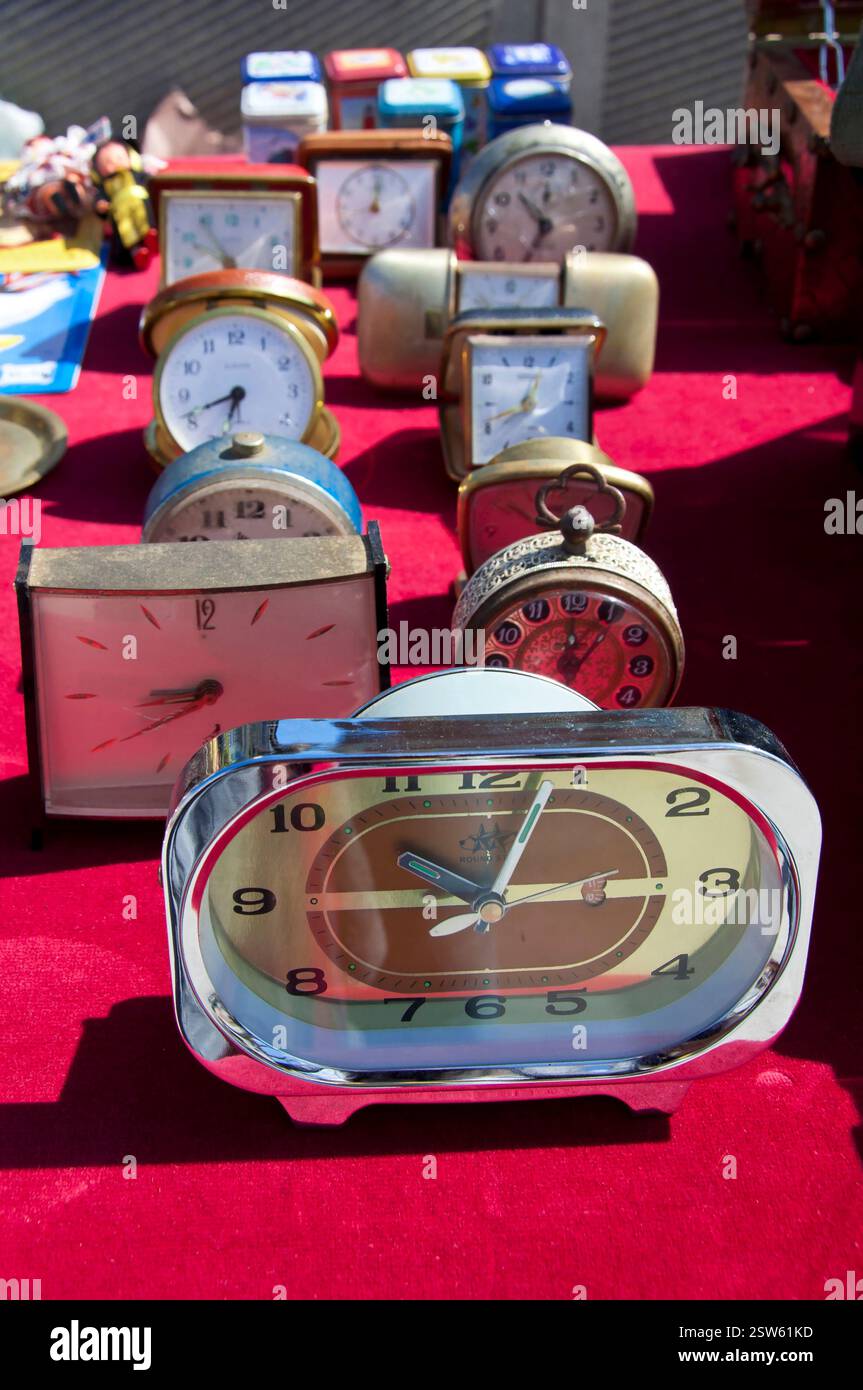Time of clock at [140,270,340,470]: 6:41
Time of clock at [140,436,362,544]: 6:41
